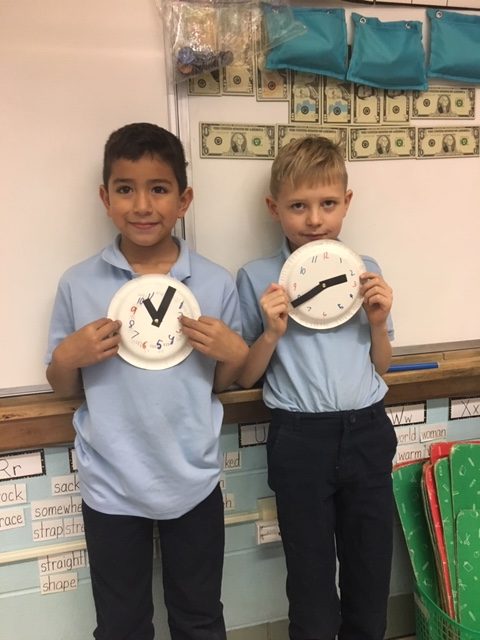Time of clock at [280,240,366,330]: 2:39
